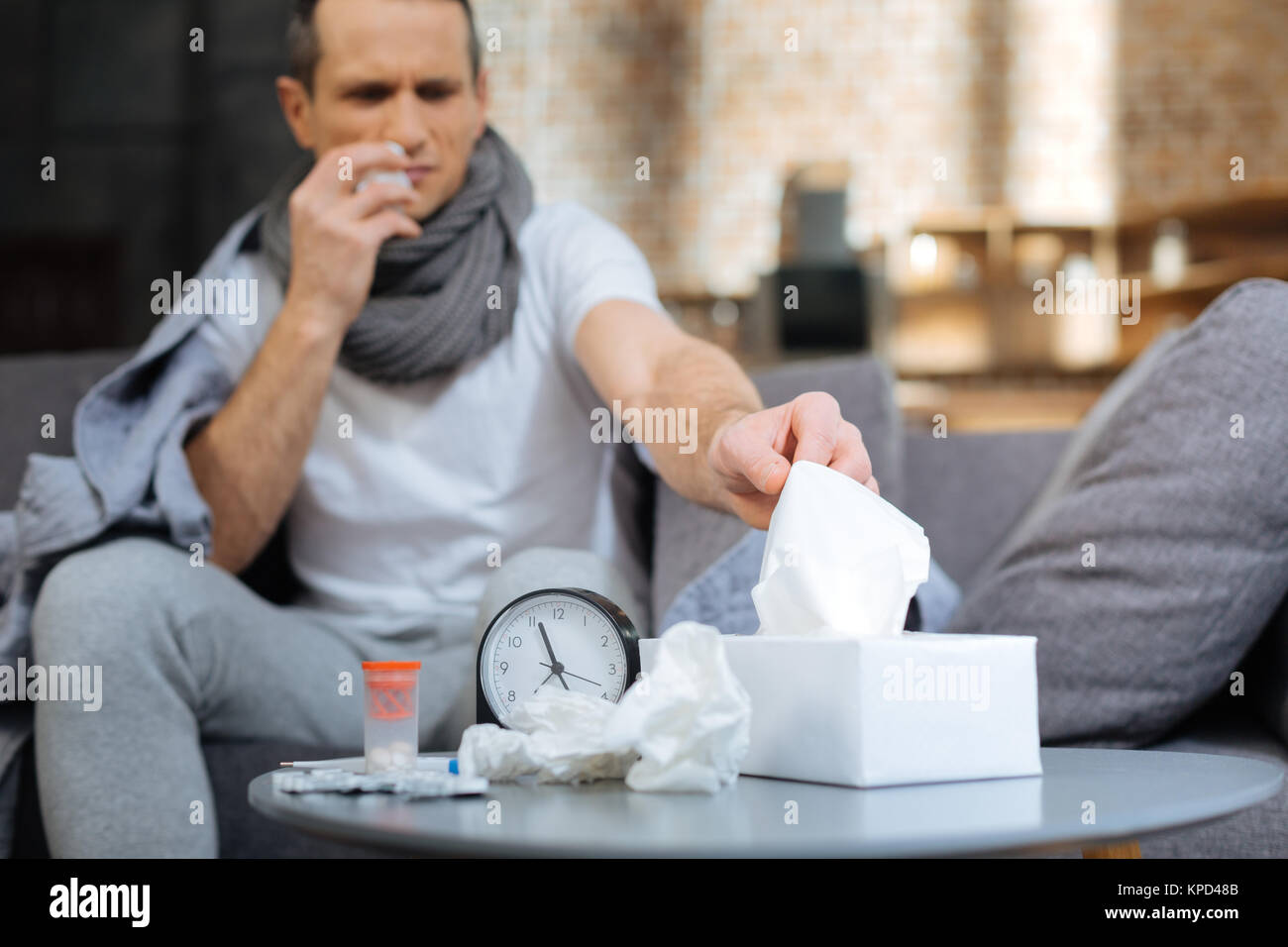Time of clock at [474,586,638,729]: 10:56
